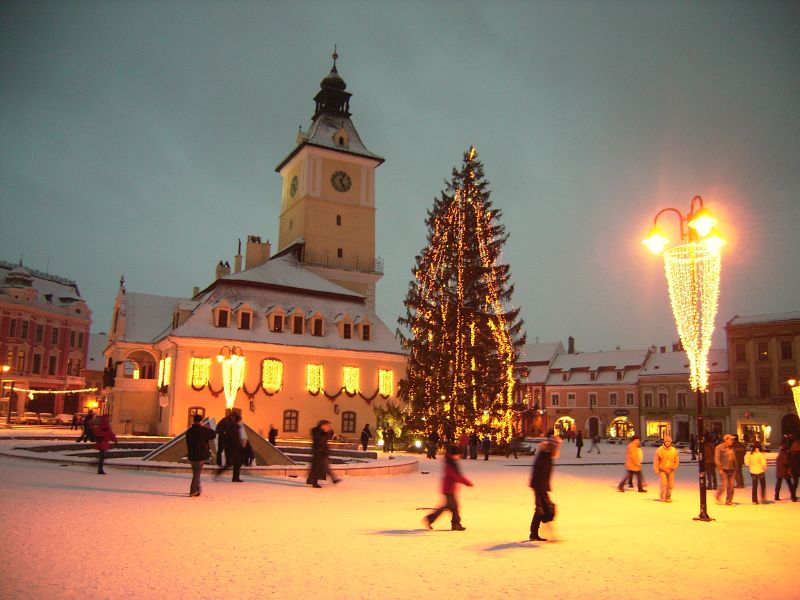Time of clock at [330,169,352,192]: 5:03
